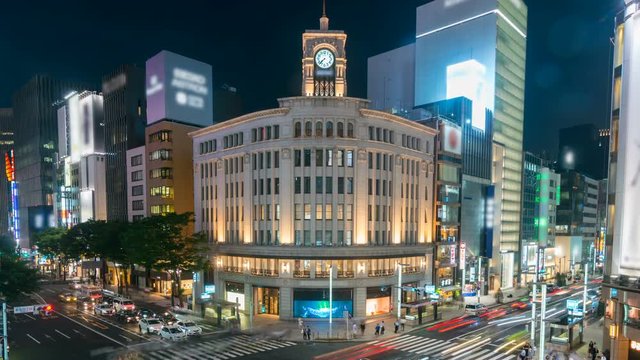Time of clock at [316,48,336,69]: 7:37
